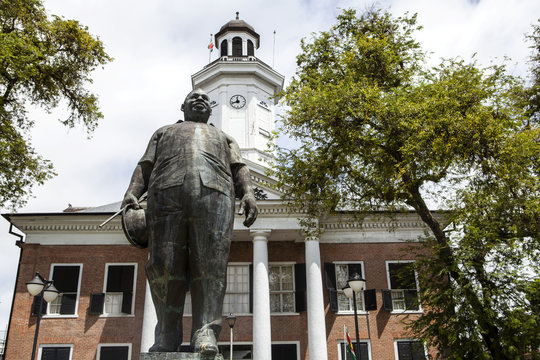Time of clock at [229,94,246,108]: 11:42
